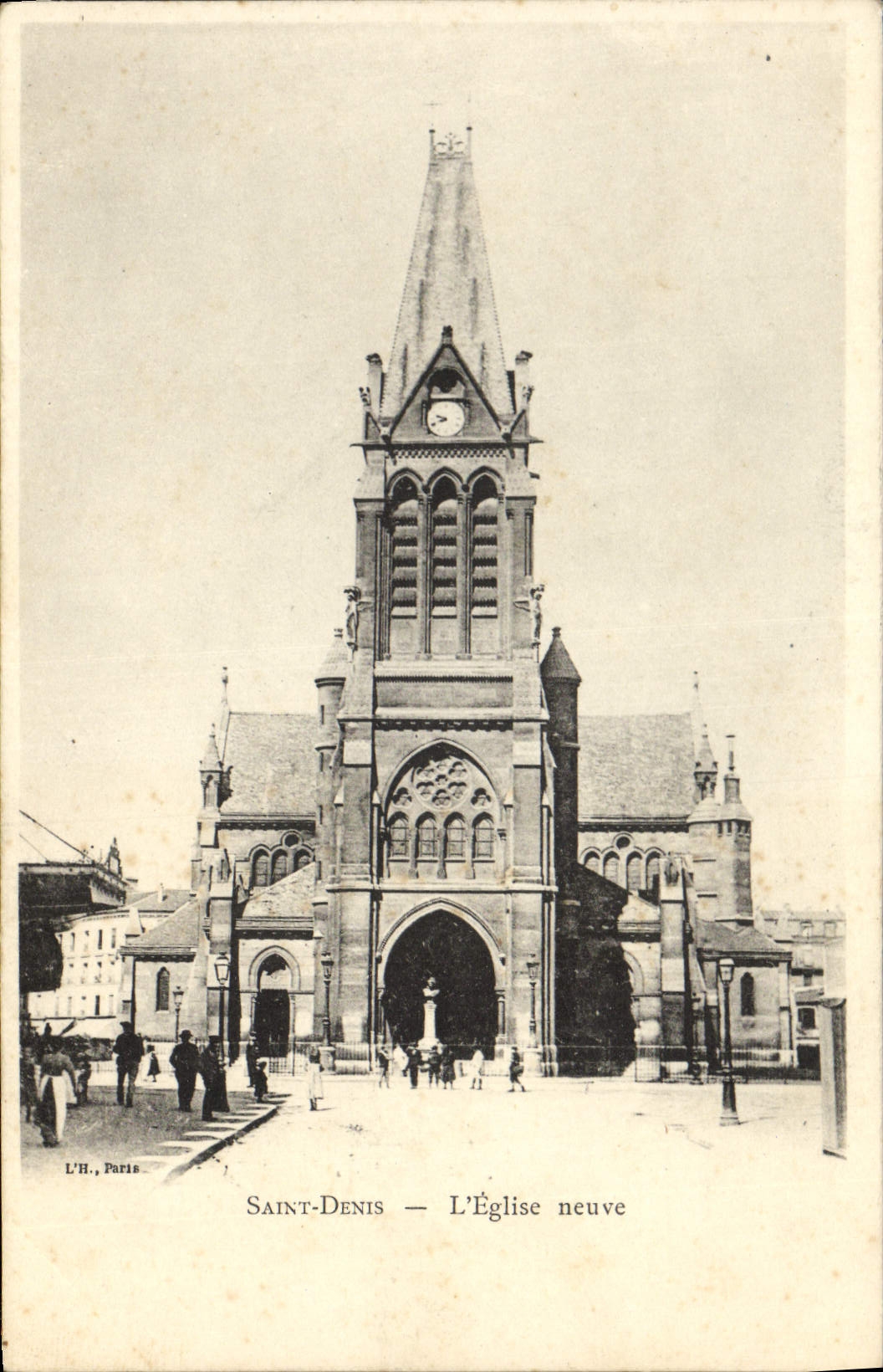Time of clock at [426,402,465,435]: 9:41
